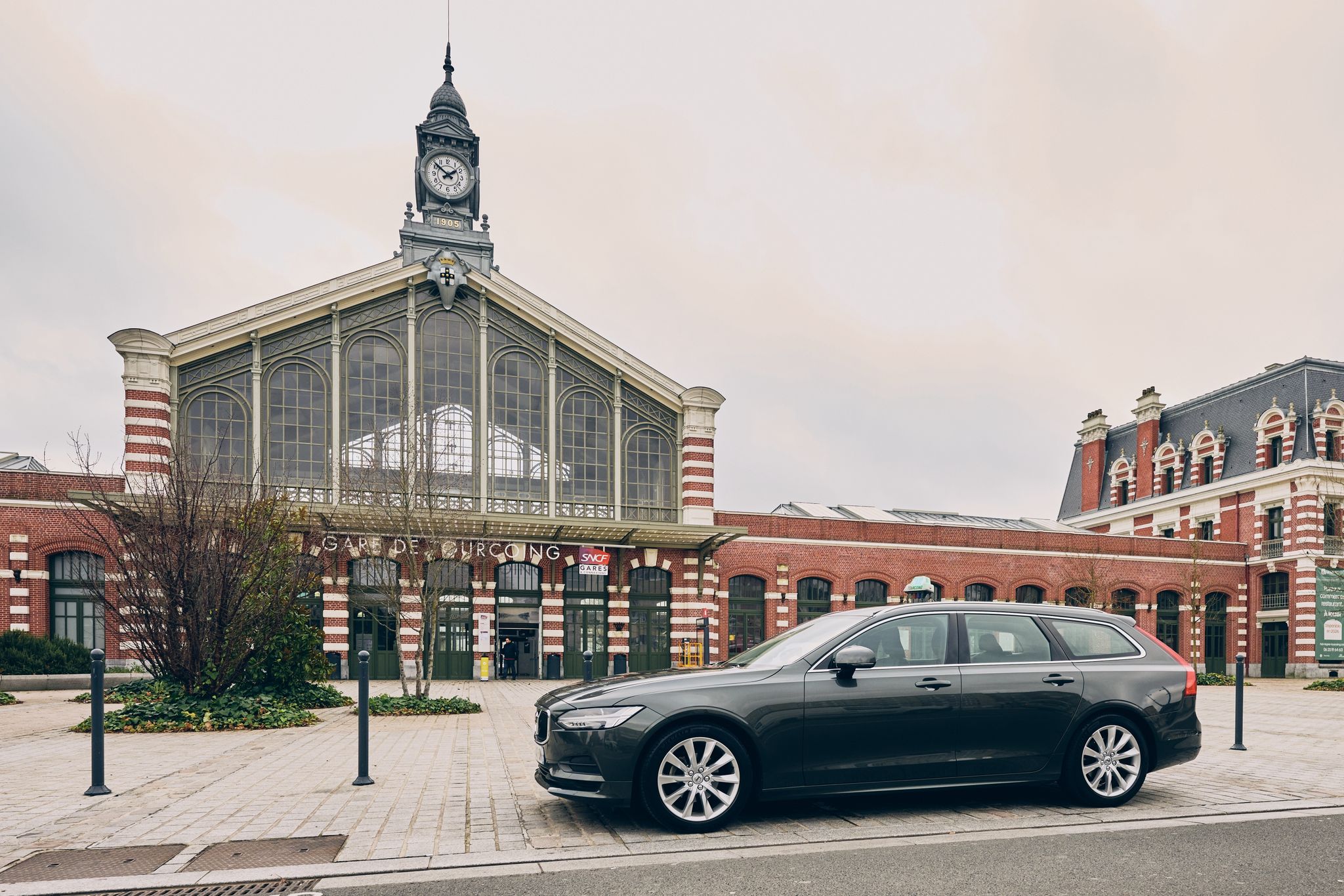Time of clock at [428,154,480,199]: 1:51
